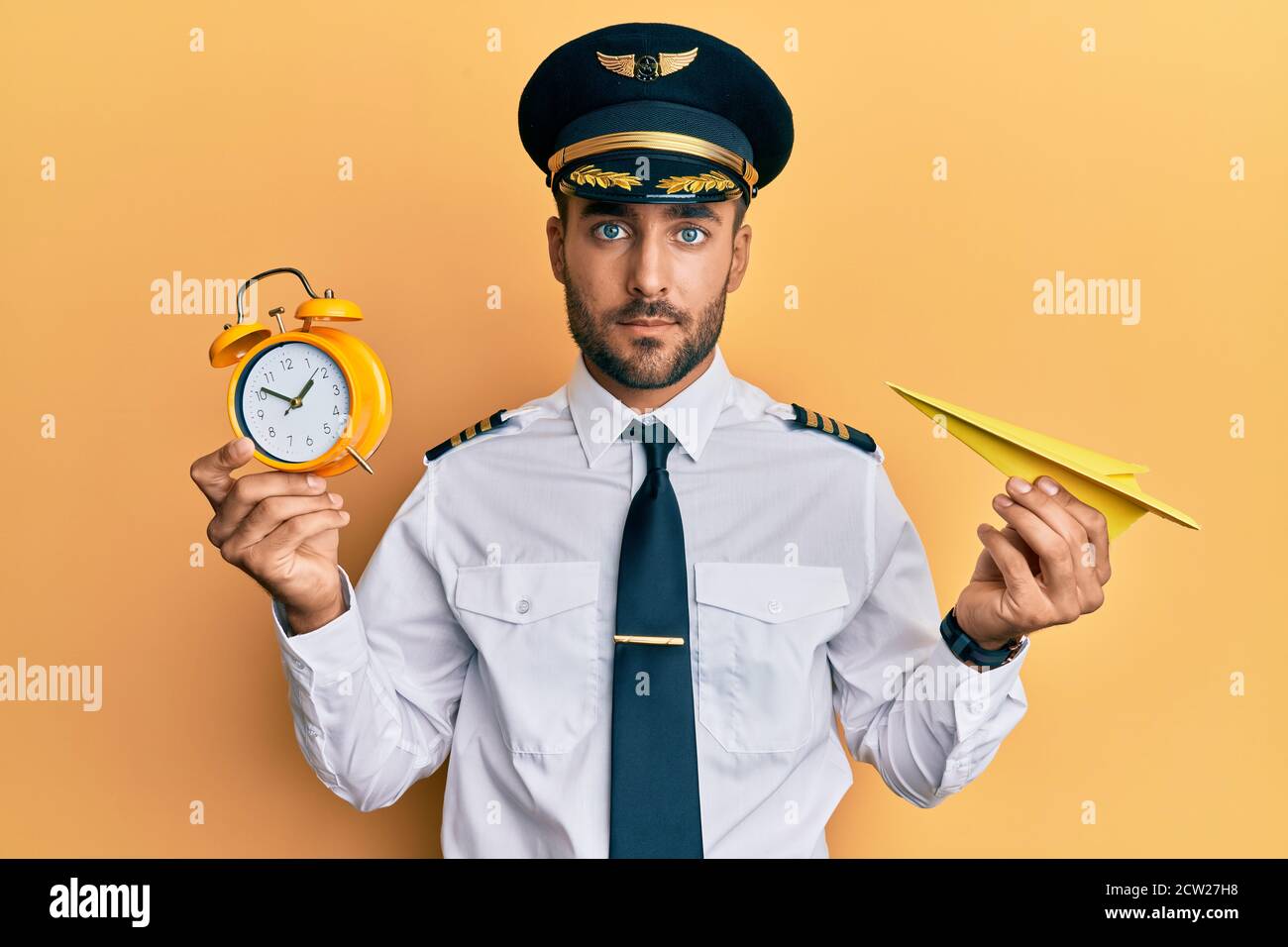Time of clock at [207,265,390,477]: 1:51
